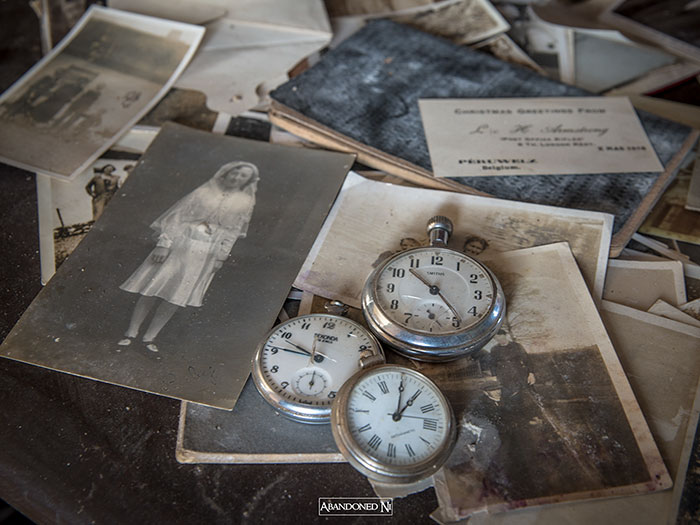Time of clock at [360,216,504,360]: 10:23
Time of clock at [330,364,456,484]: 1:00
